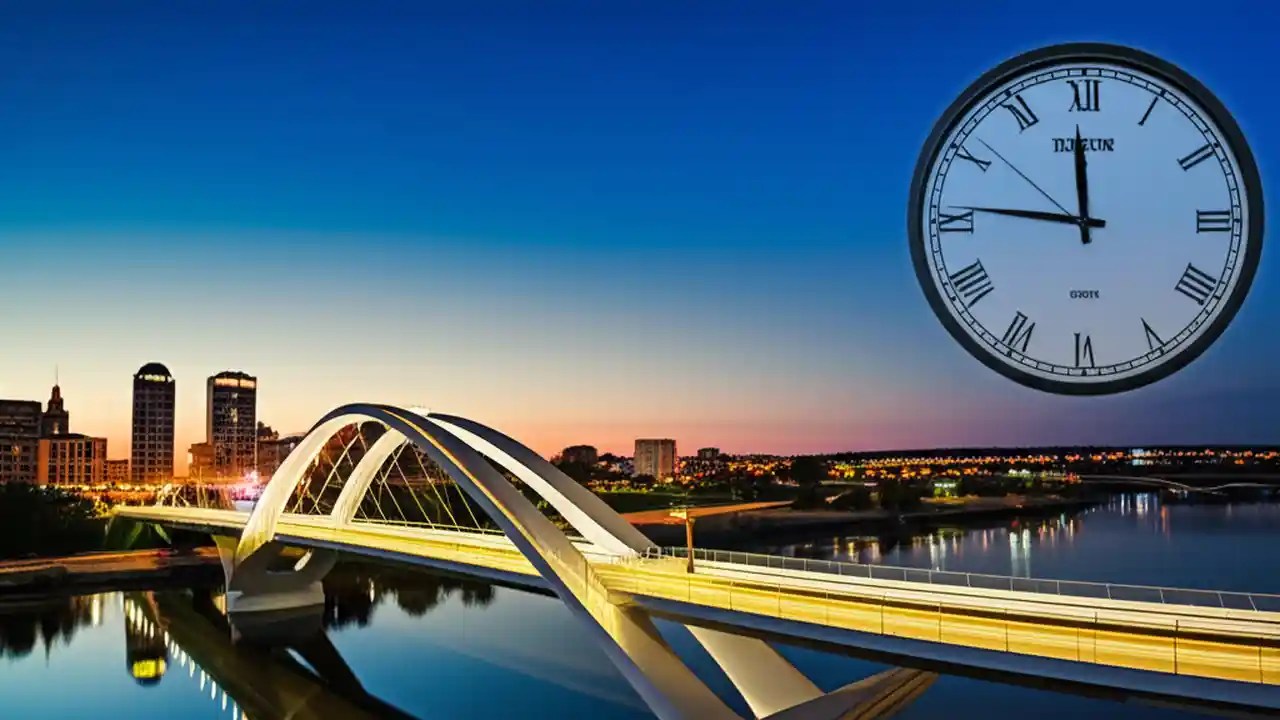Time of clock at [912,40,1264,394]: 11:45
